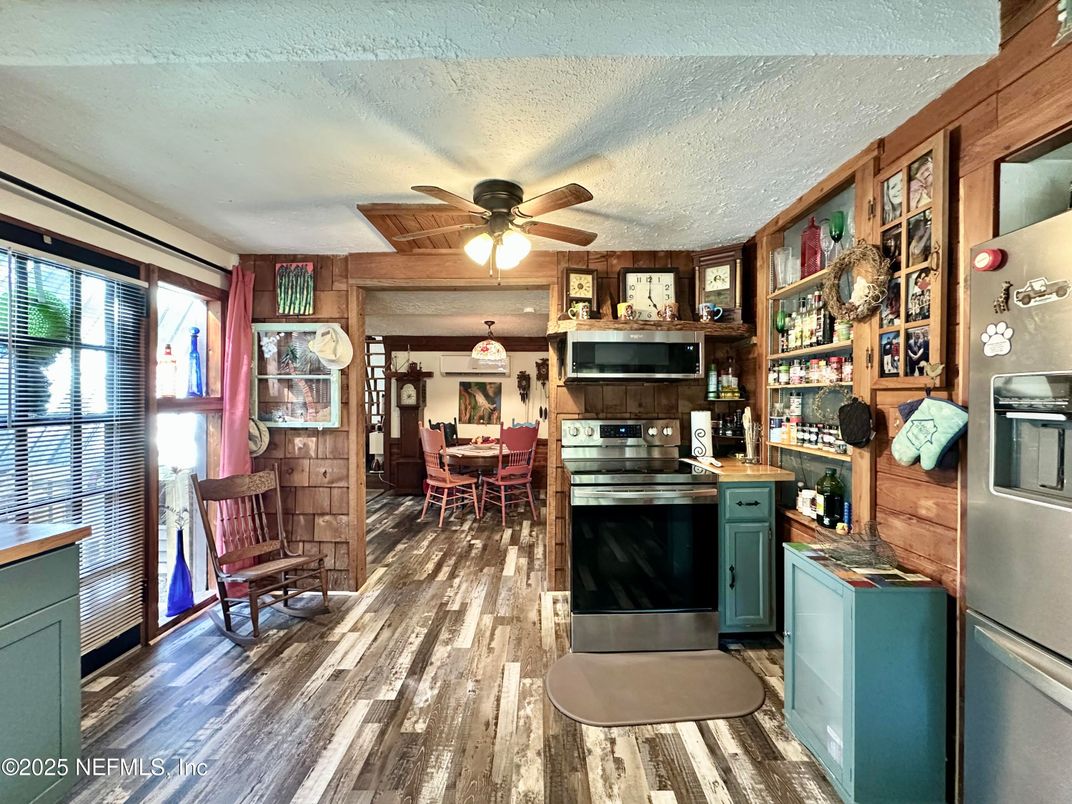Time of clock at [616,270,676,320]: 5:00
